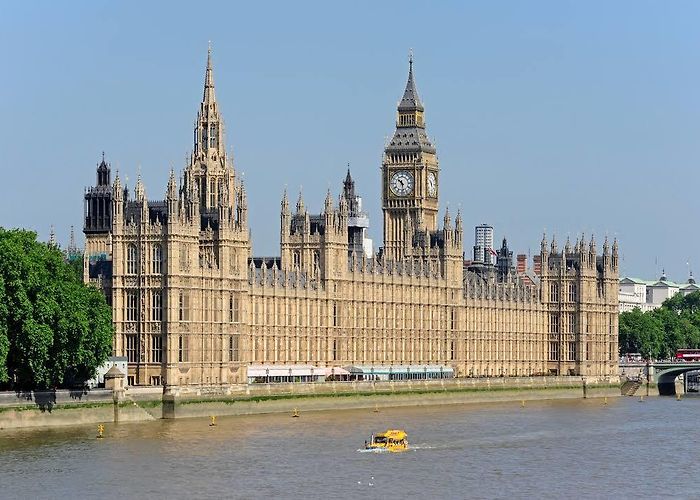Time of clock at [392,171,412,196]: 10:28
